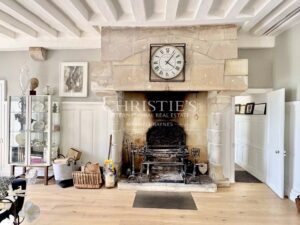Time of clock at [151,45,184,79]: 4:06
